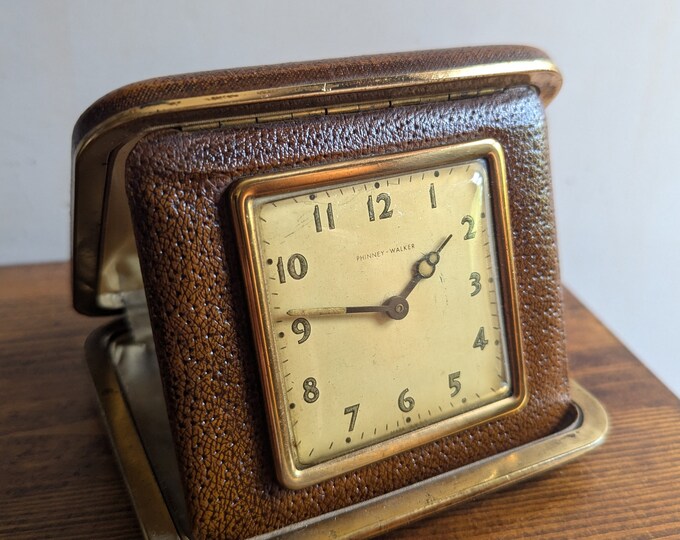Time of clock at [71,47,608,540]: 1:46
